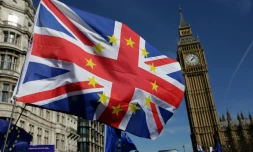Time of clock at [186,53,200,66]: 2:06
